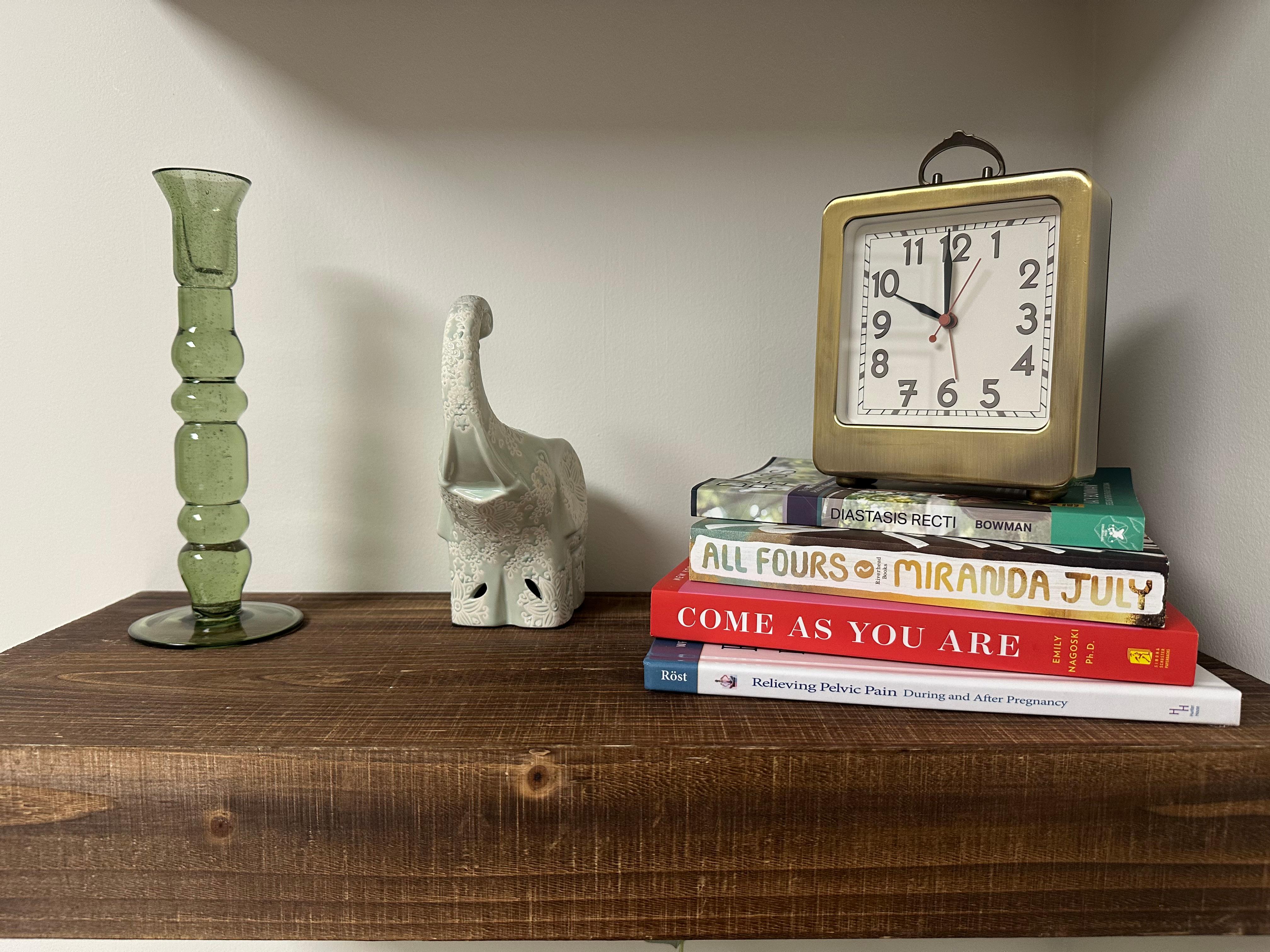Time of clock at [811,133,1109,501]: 9:59
